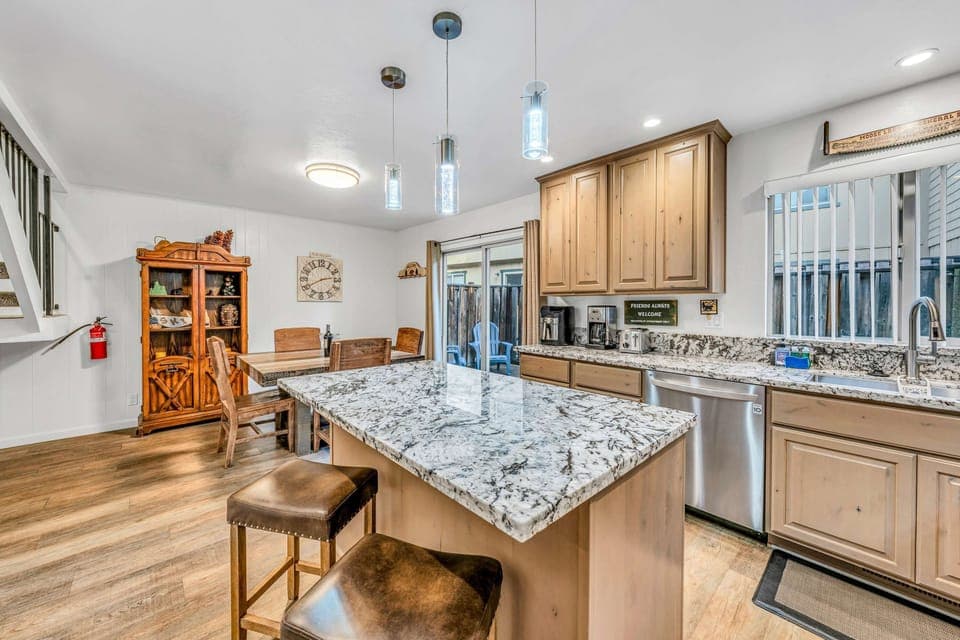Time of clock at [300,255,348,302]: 2:40
